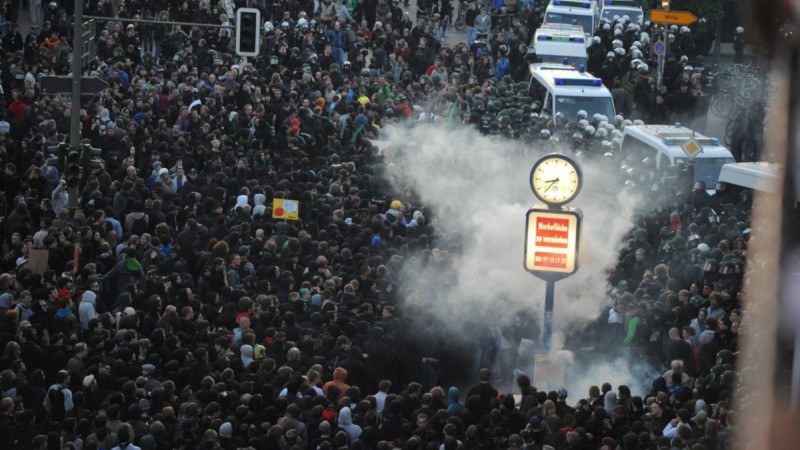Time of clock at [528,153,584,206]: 8:36
